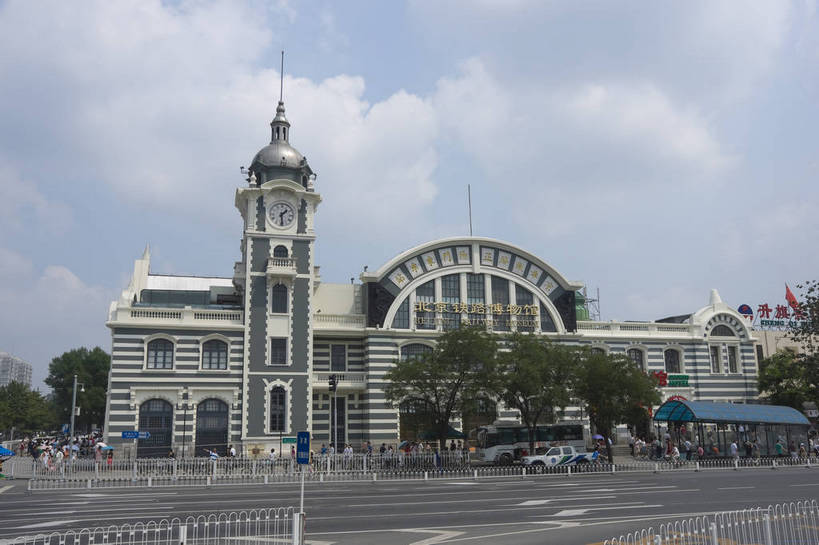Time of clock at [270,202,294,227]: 1:28
